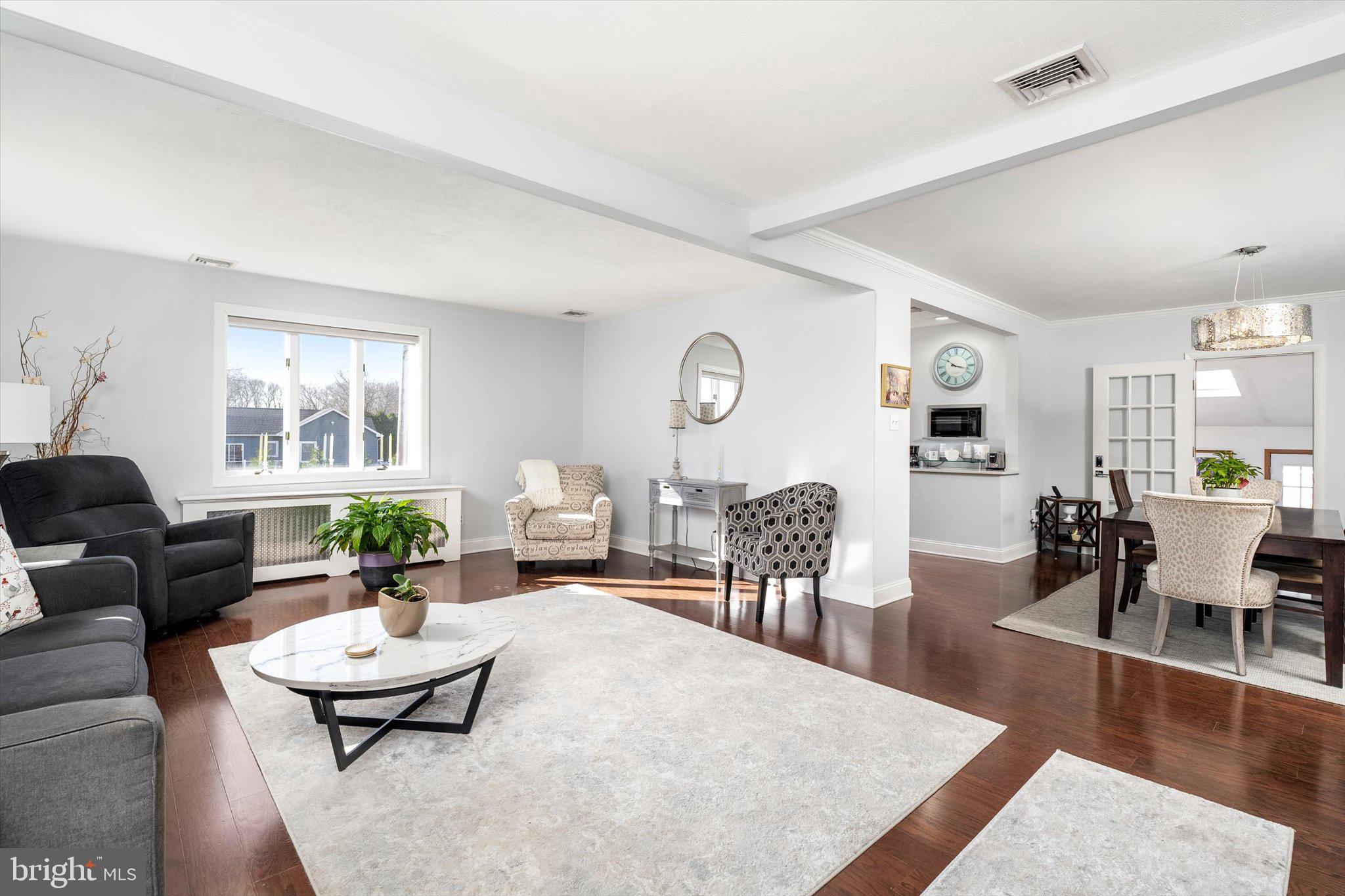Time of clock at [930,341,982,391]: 10:17
